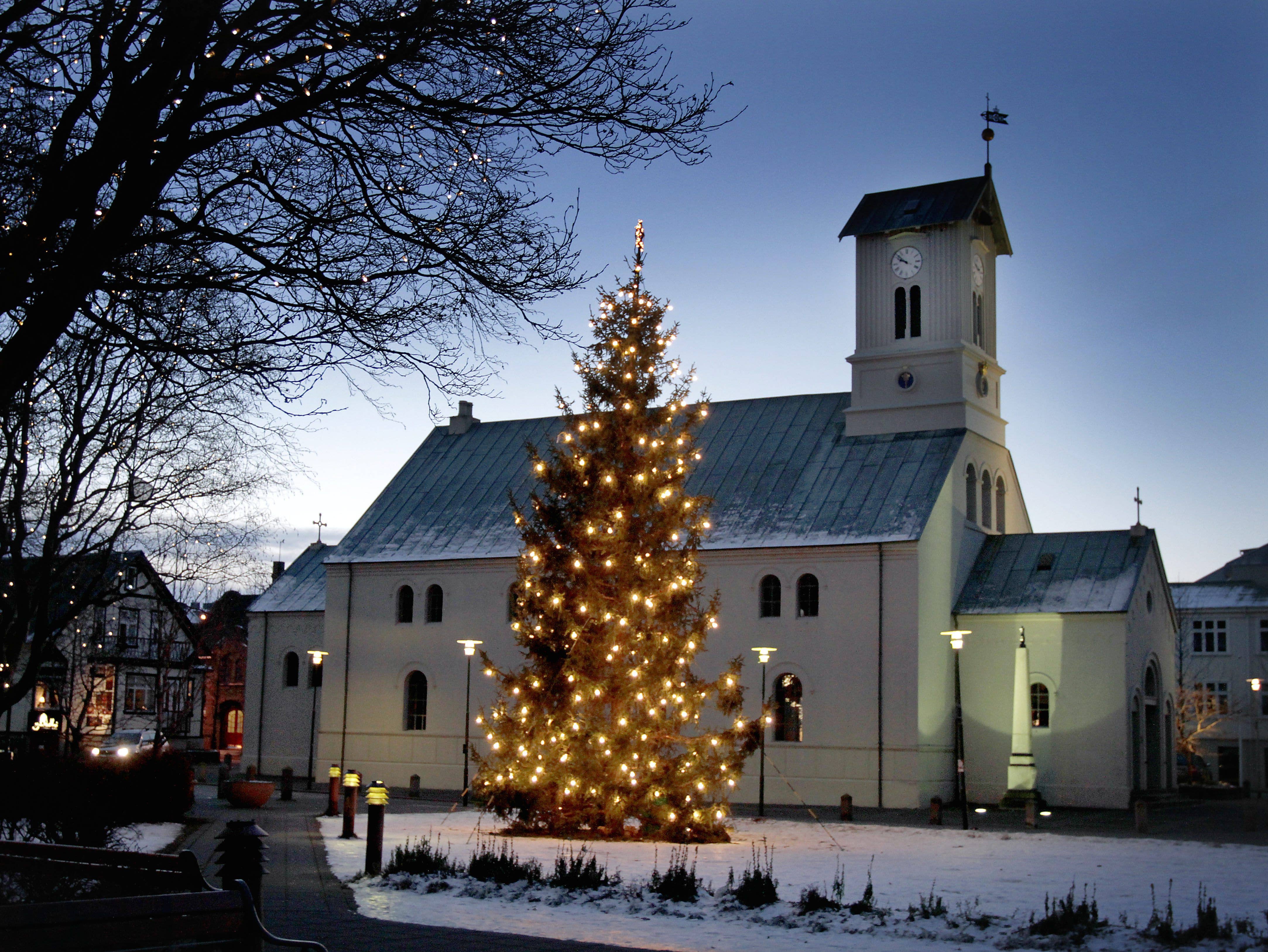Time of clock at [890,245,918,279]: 9:51
